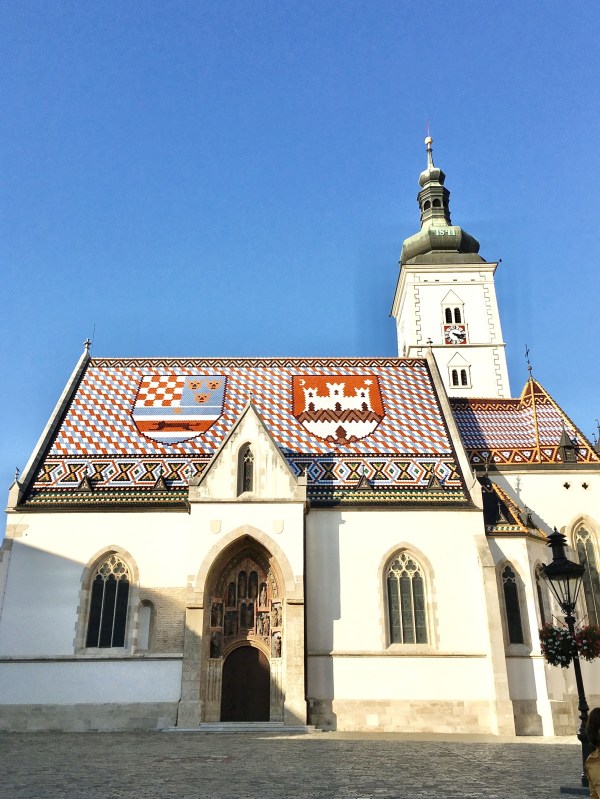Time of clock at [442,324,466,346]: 4:17
